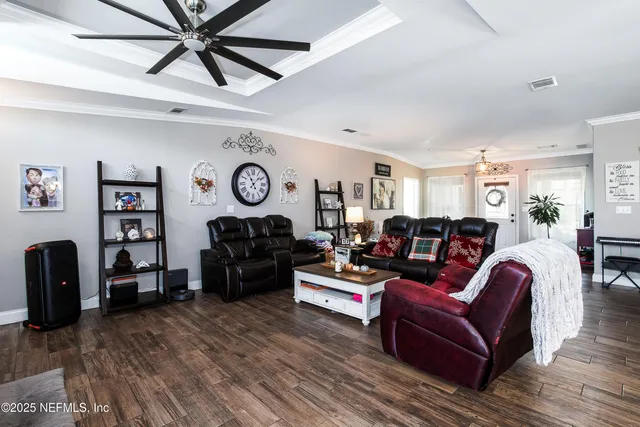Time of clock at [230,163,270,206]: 11:07
